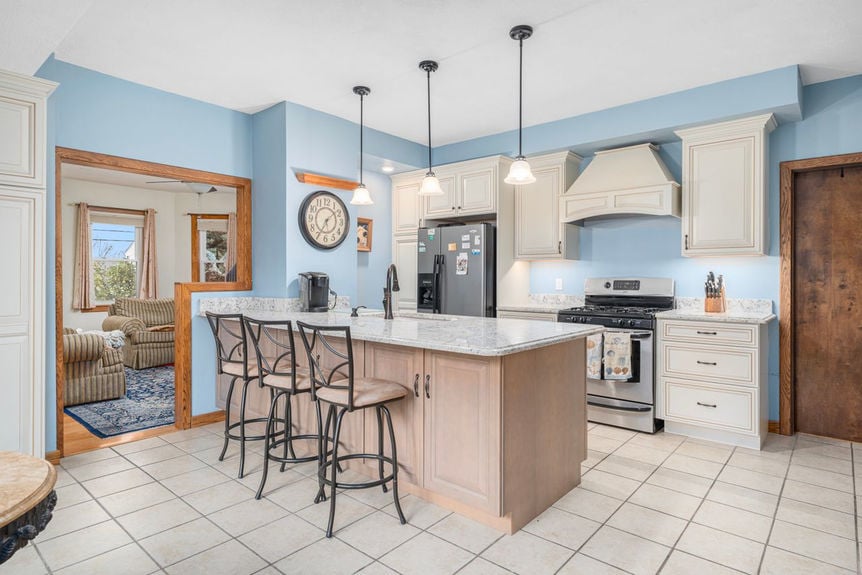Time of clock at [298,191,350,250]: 1:34
